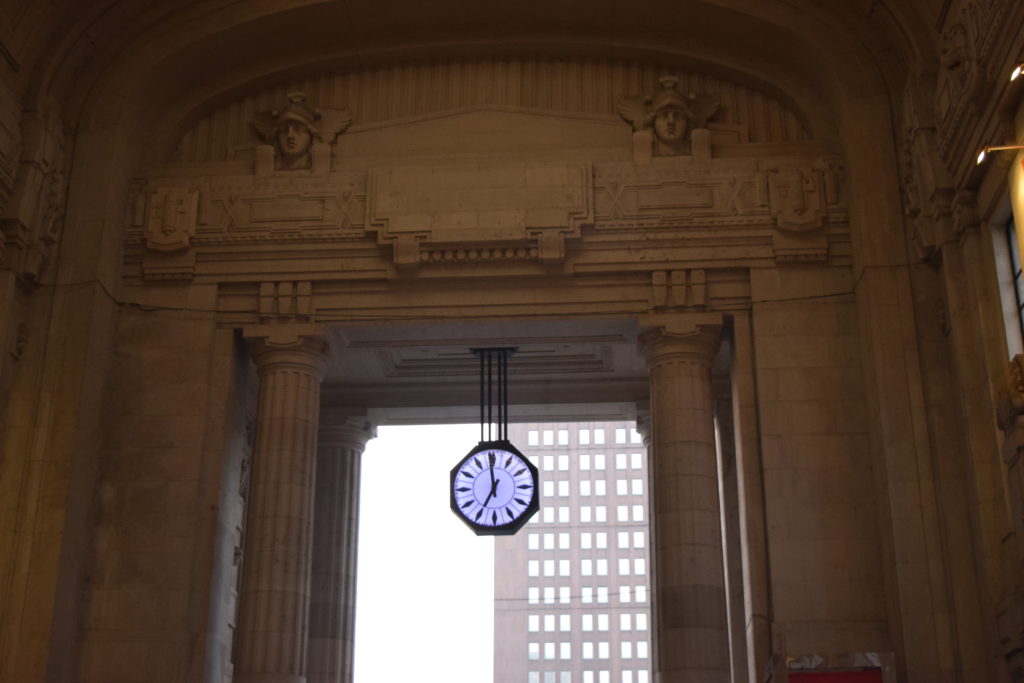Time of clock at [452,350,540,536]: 6:58
